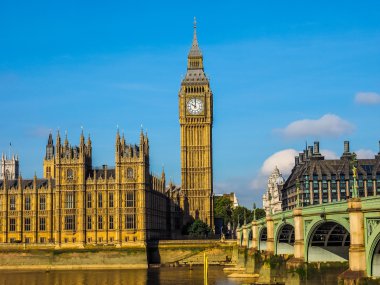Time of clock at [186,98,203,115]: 10:00
